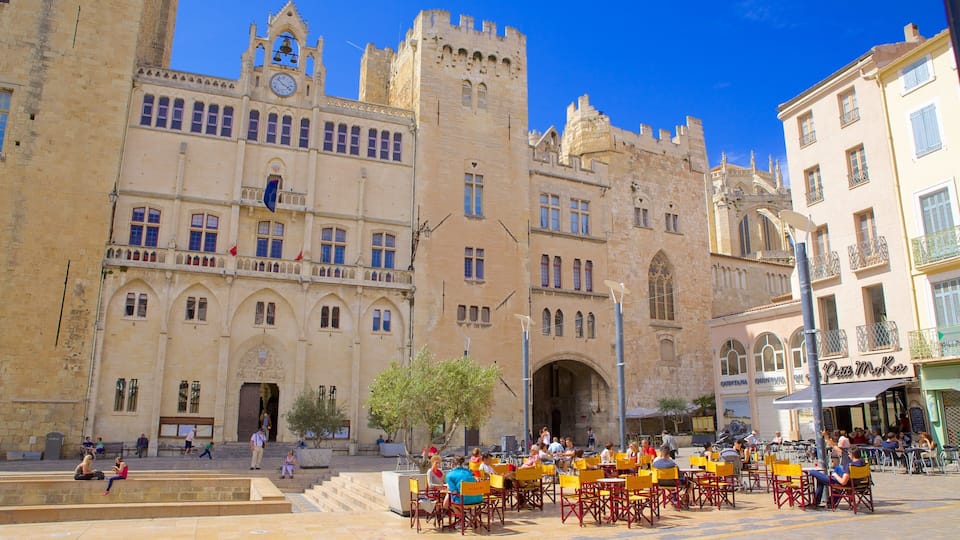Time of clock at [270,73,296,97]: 3:52
